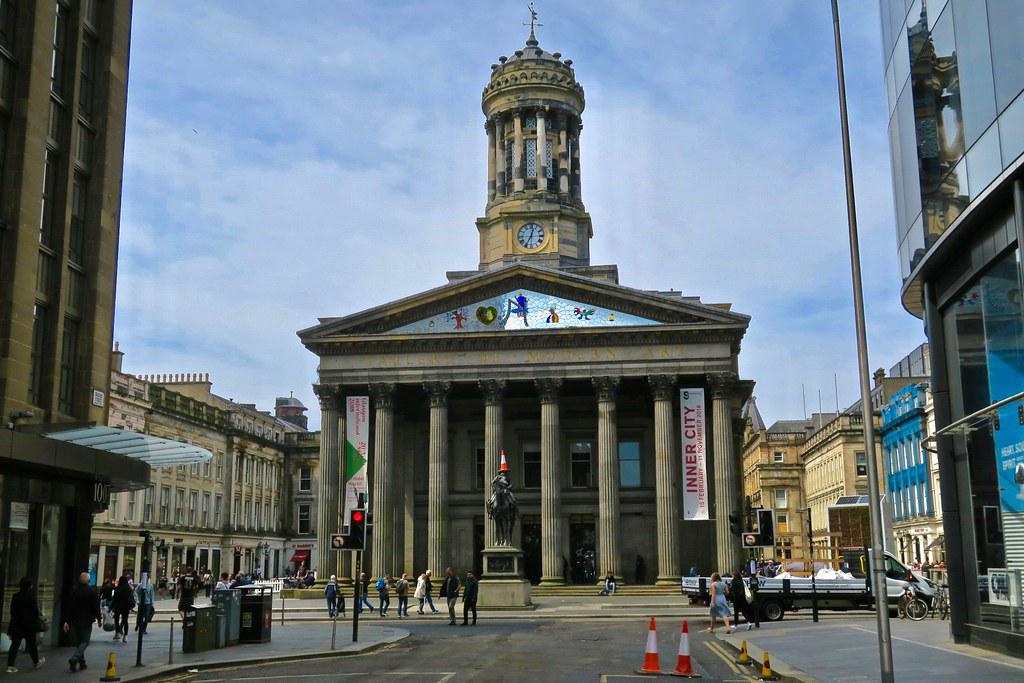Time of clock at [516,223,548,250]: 12:34
